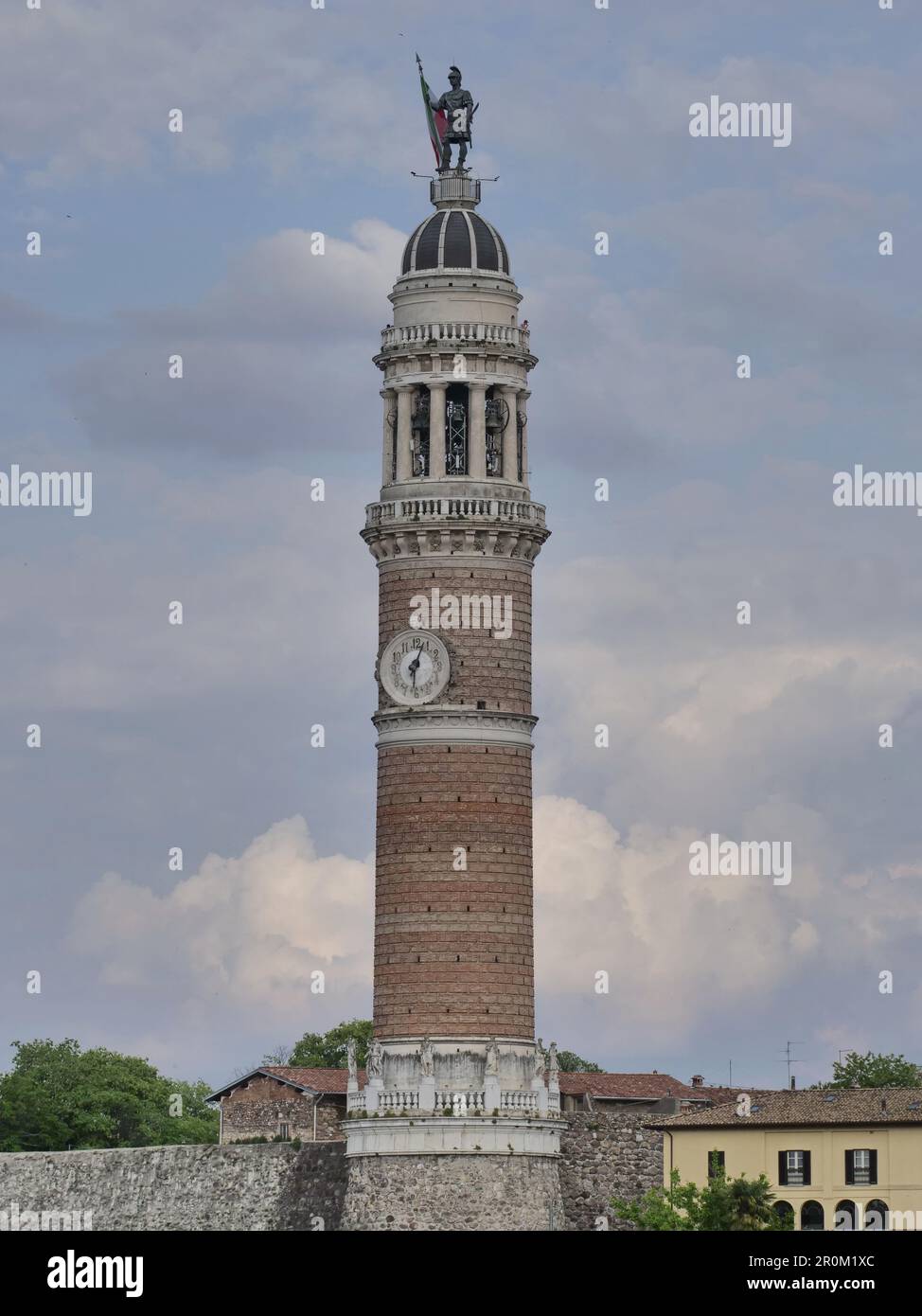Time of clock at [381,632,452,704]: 6:03
